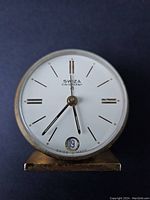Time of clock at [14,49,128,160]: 5:36
